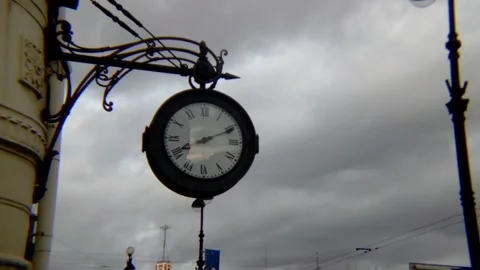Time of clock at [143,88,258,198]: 8:11
